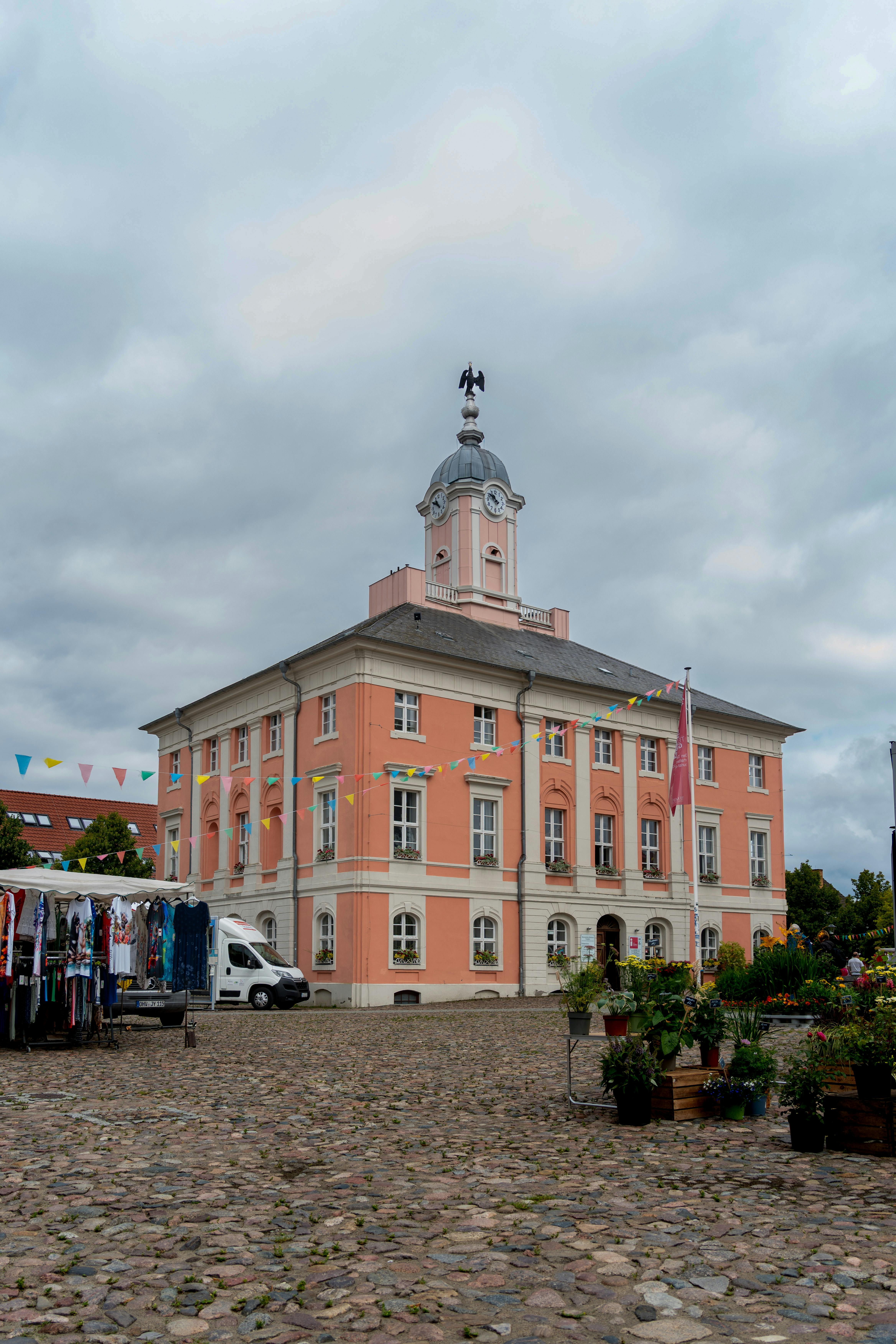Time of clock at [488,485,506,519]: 10:50
